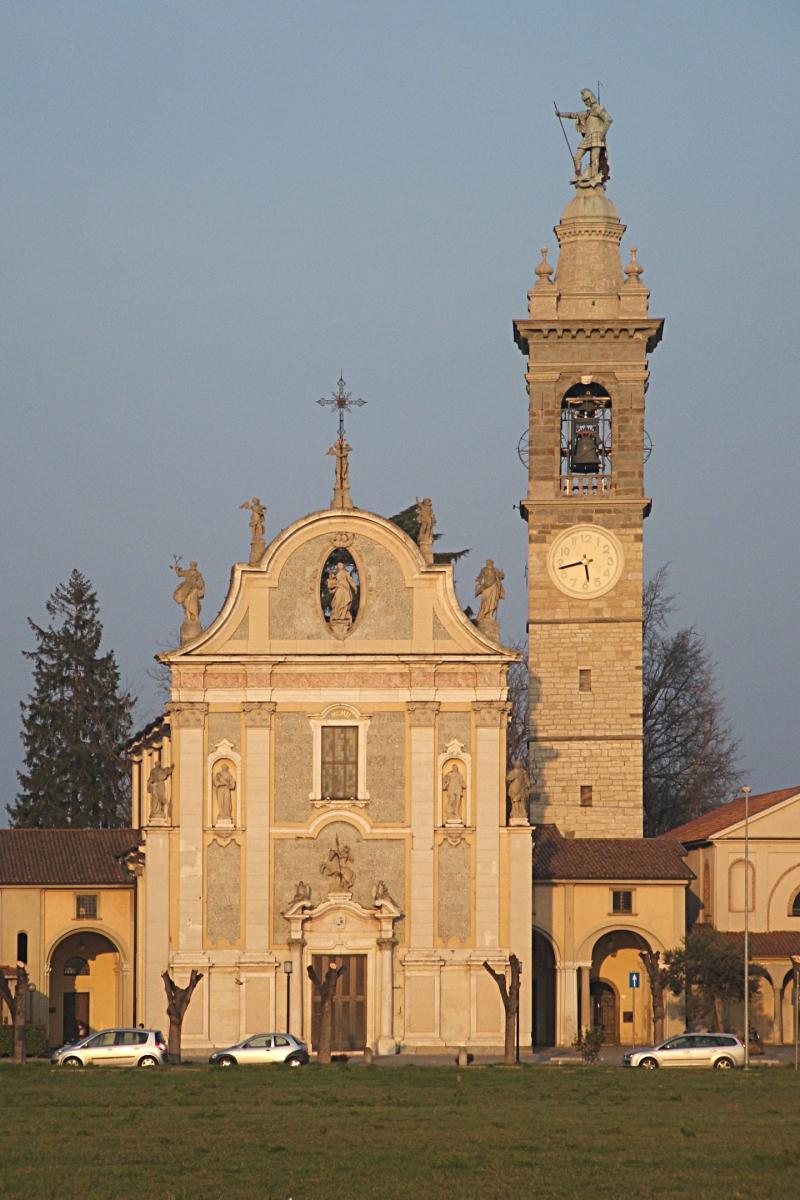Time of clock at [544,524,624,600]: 5:42
